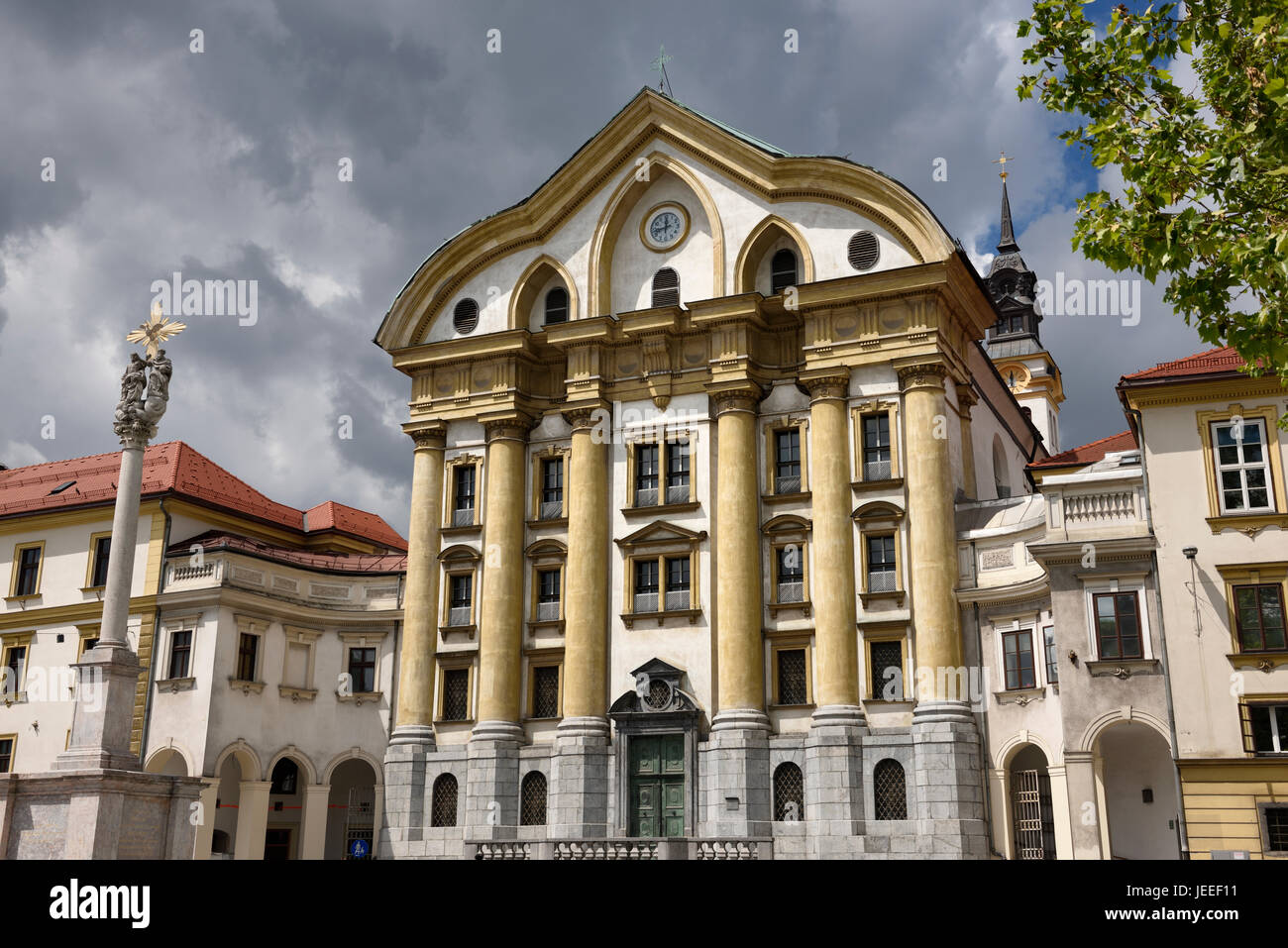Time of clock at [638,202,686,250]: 11:42
